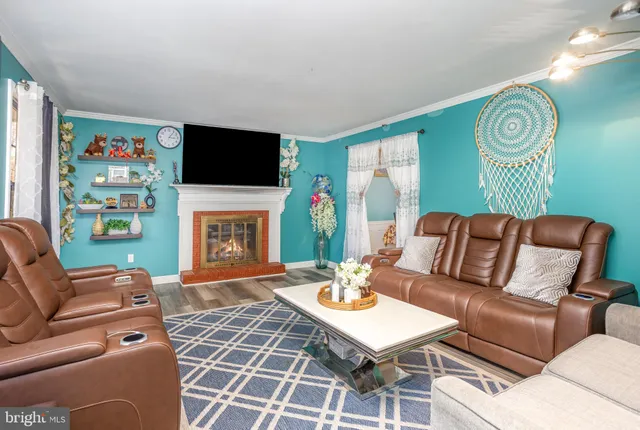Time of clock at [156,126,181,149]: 3:06
